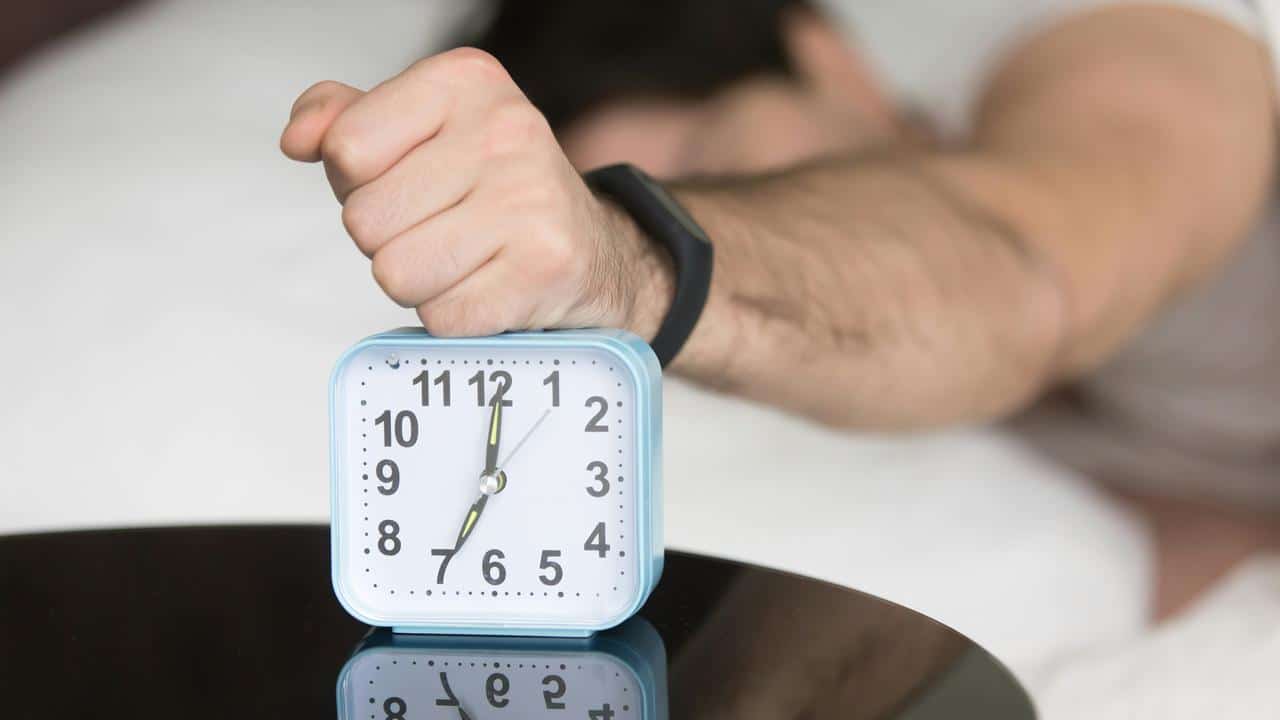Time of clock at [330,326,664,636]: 7:00
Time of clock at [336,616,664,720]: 12:34
